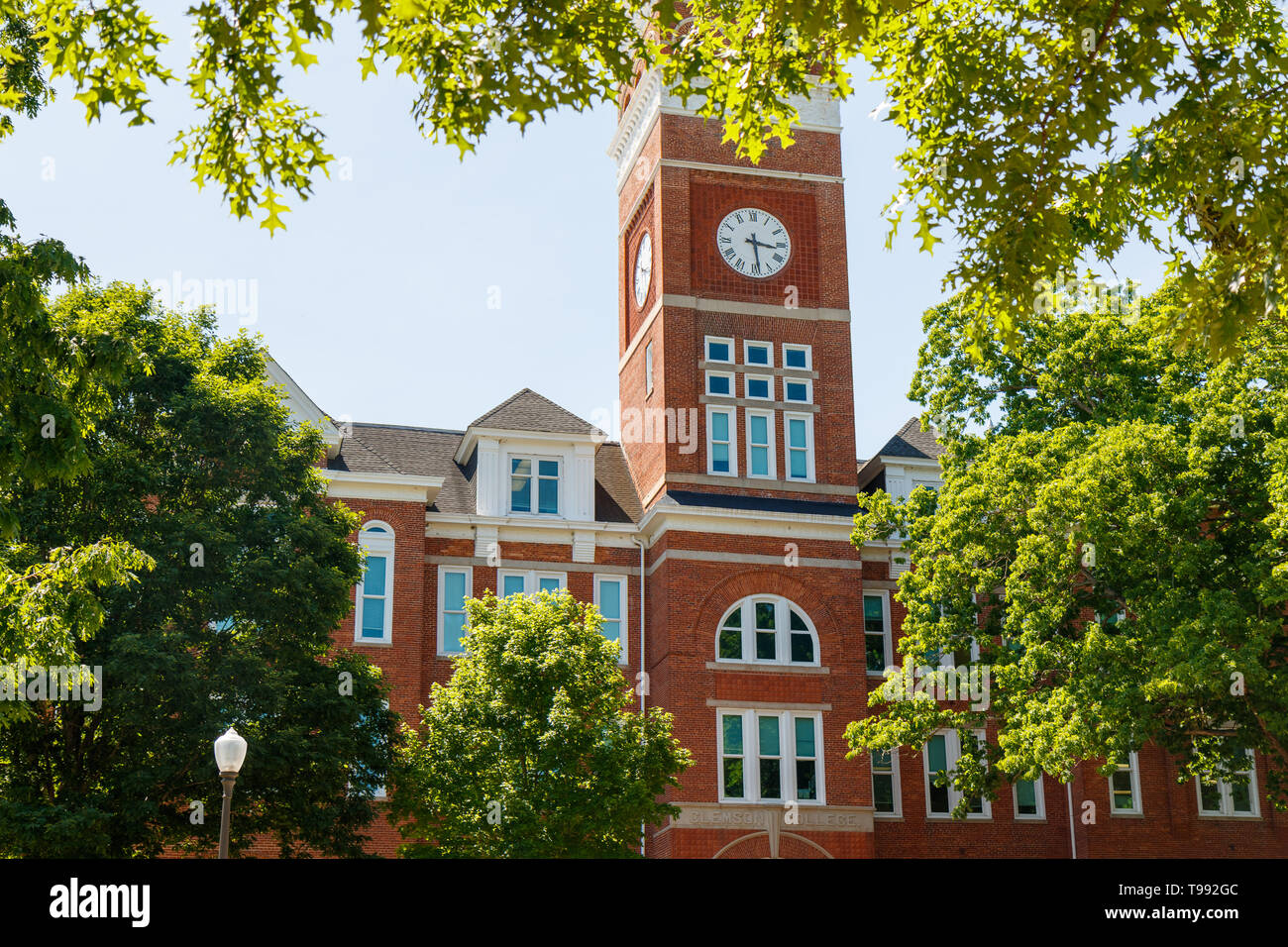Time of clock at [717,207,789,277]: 3:28
